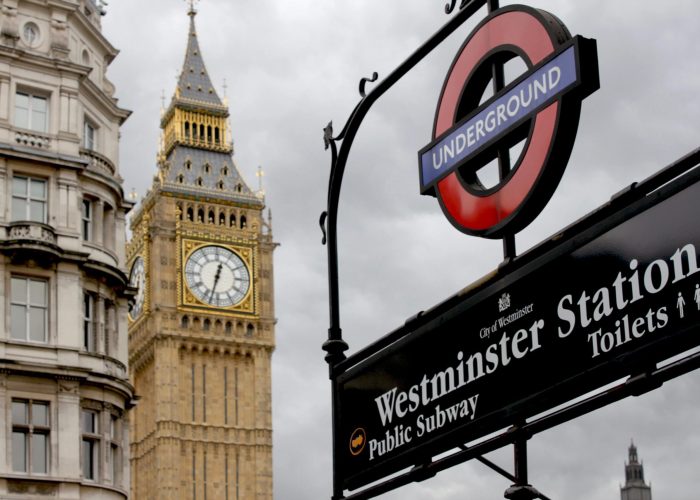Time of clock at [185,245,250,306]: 12:32
